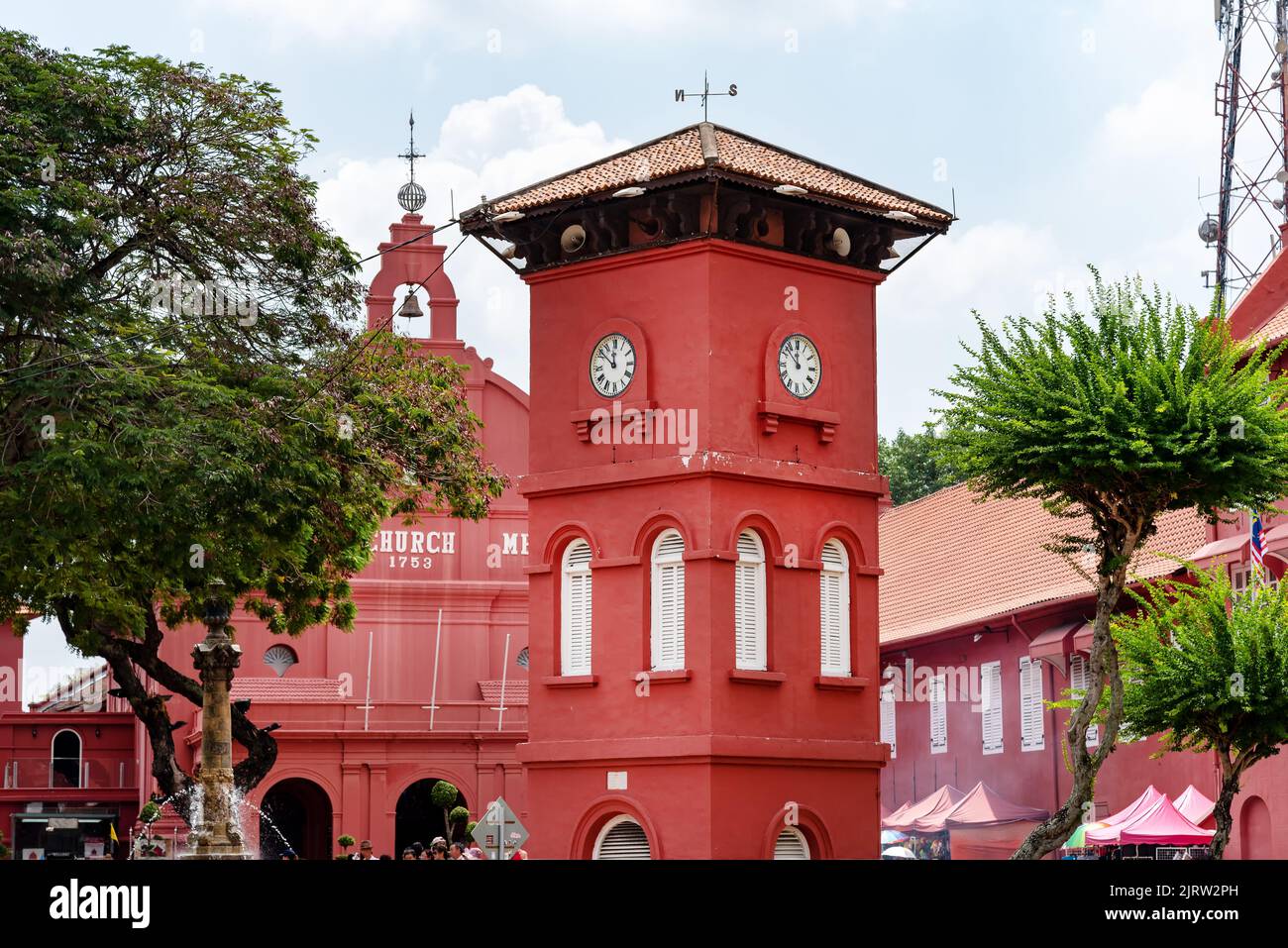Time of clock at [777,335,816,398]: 11:52
